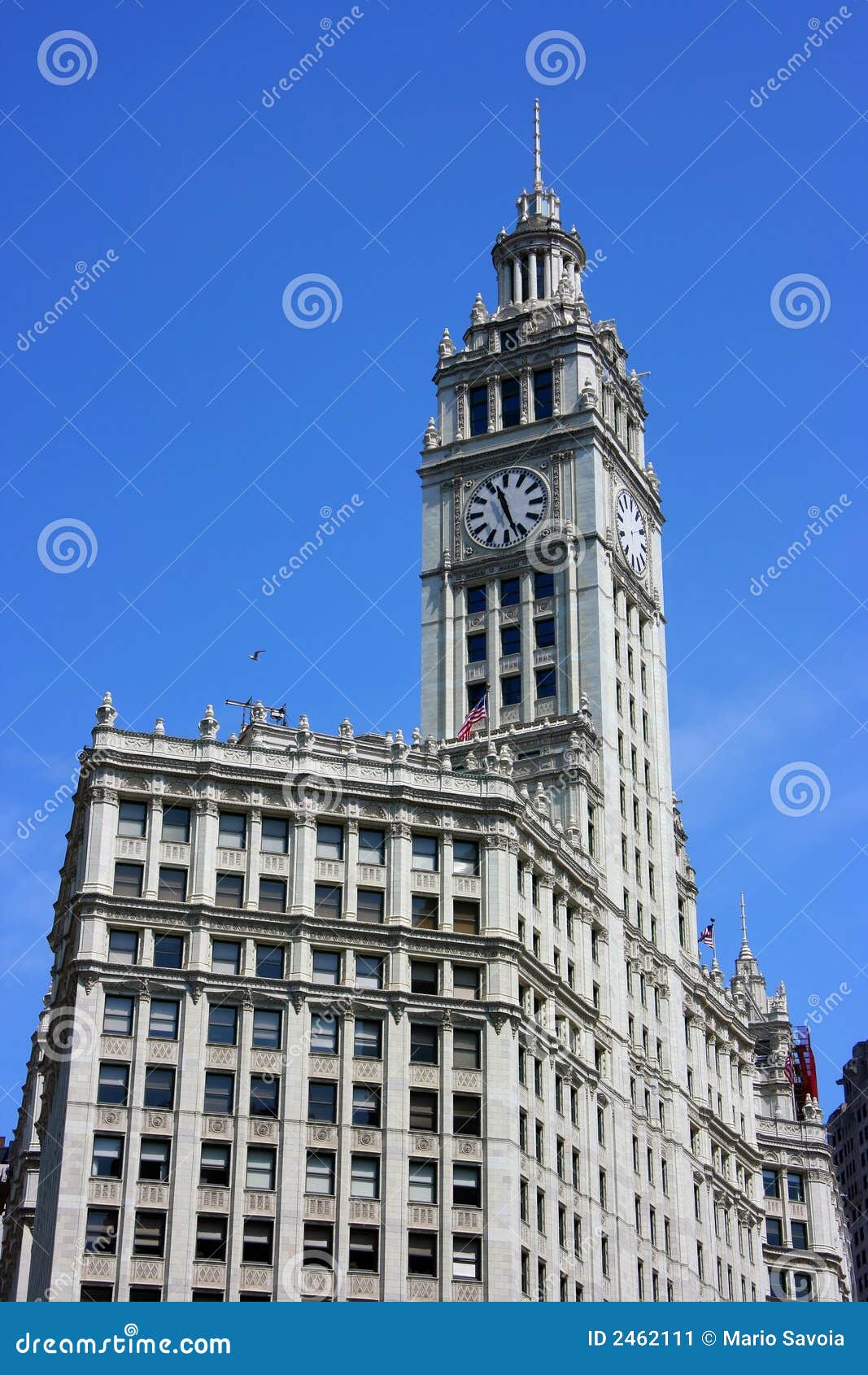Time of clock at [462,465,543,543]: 11:26
